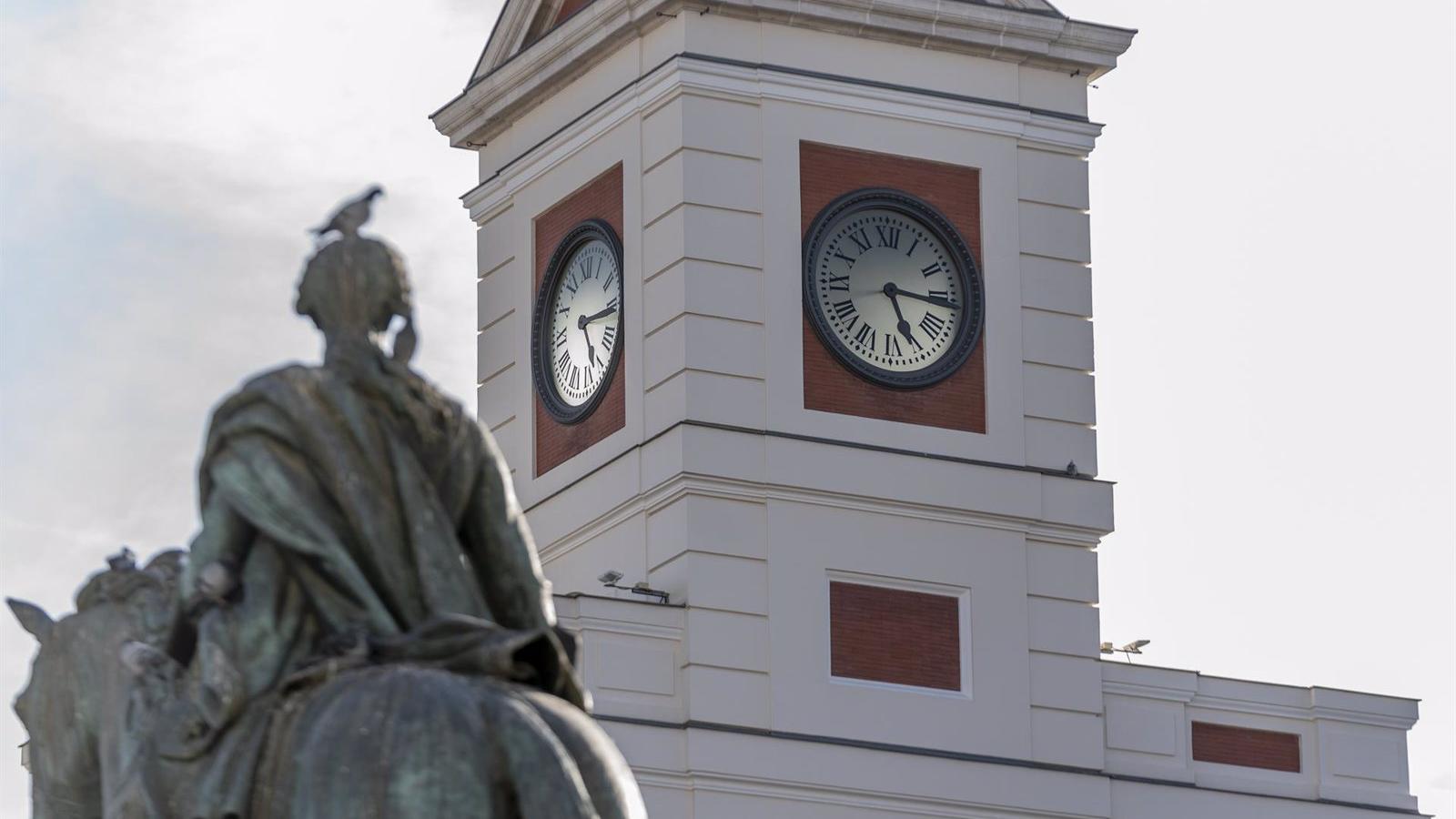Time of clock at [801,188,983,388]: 5:15
